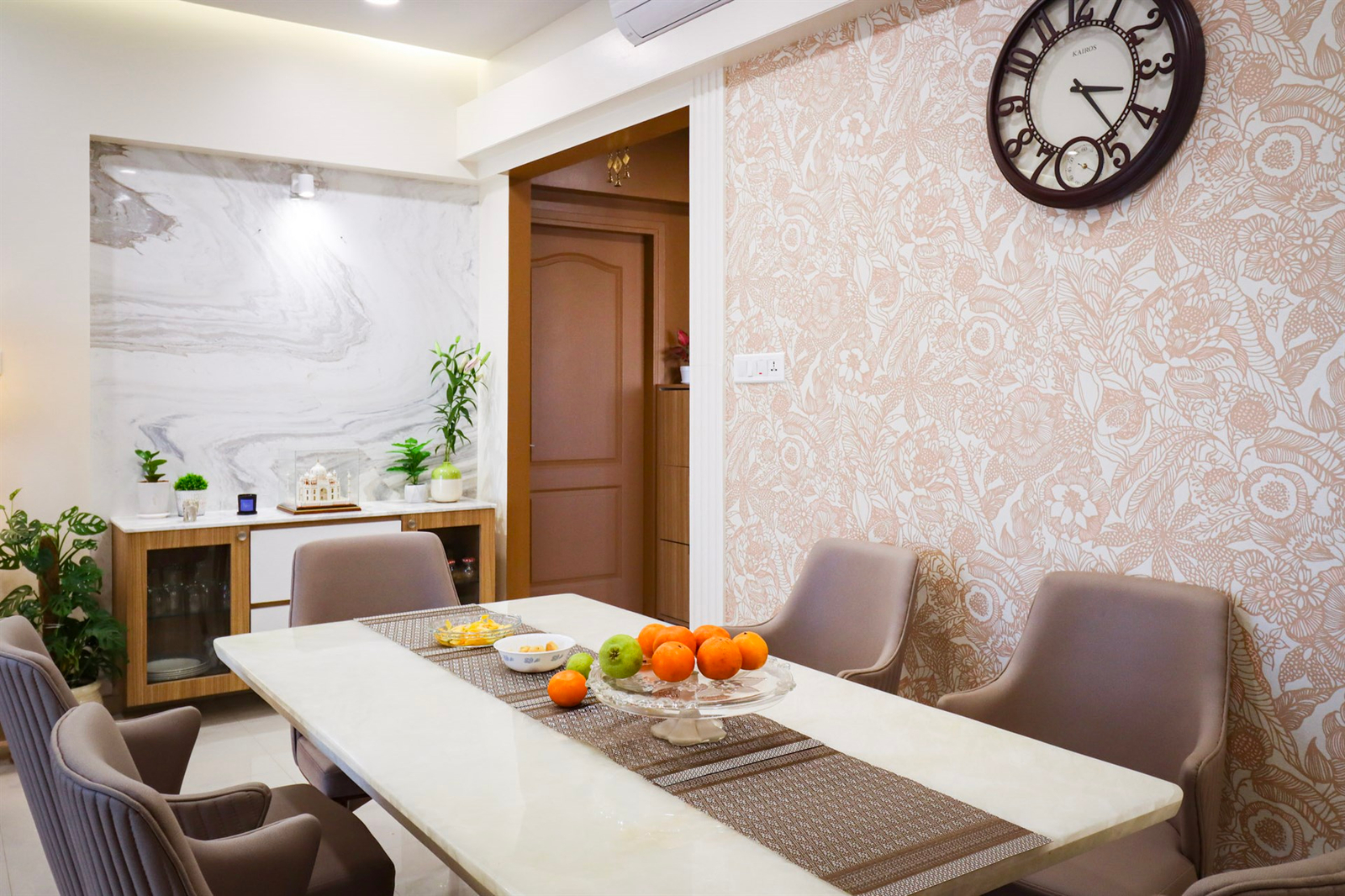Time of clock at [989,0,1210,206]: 3:23
